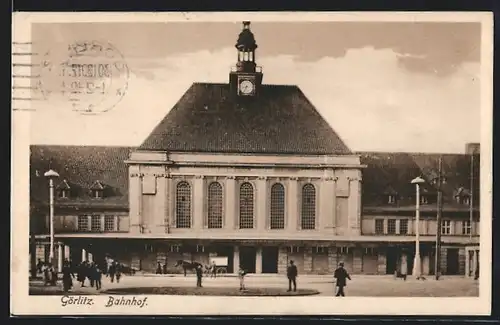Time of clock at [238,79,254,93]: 8:34
